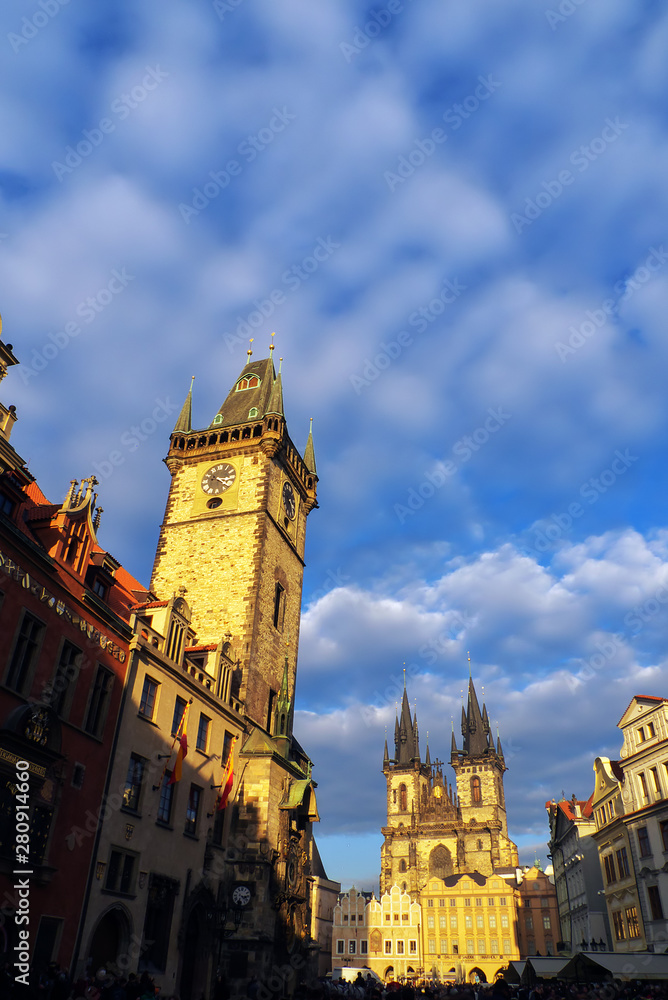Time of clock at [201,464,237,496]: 3:22
